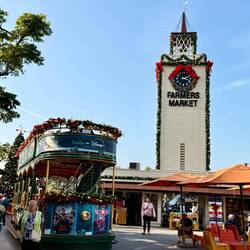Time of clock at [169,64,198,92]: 2:18
